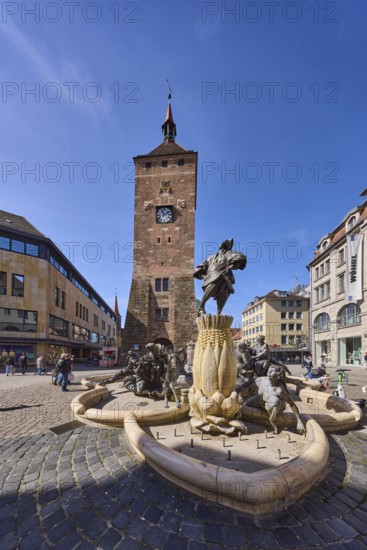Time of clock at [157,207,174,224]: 11:09
